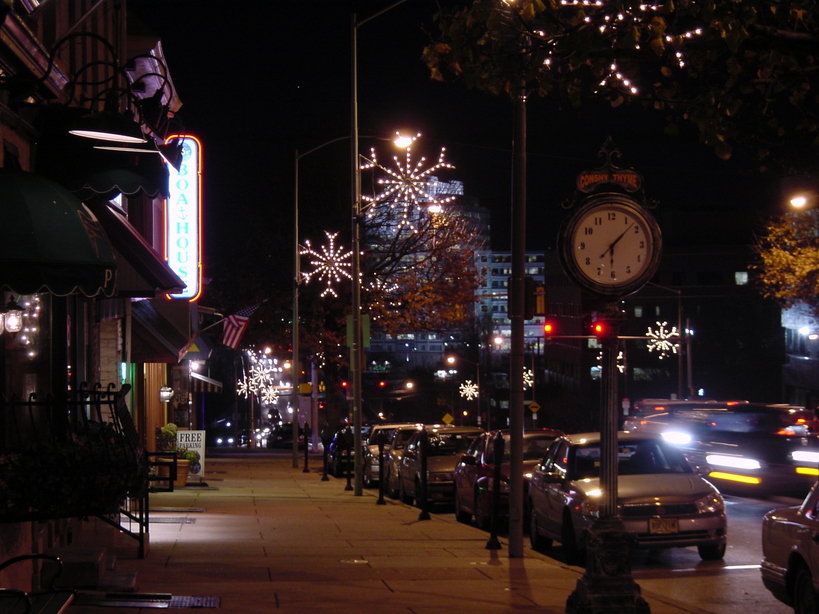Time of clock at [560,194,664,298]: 6:07
